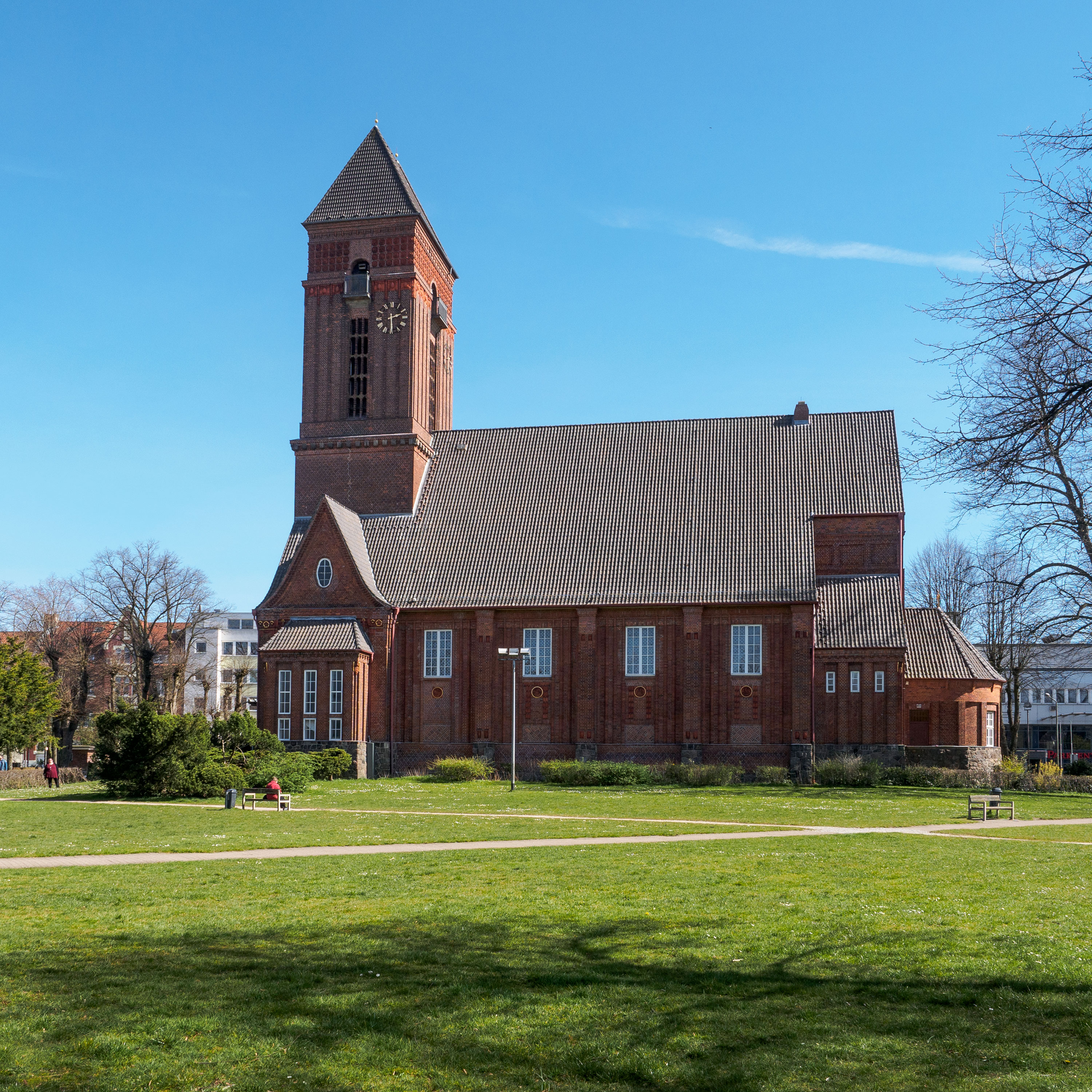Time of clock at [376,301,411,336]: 2:29
